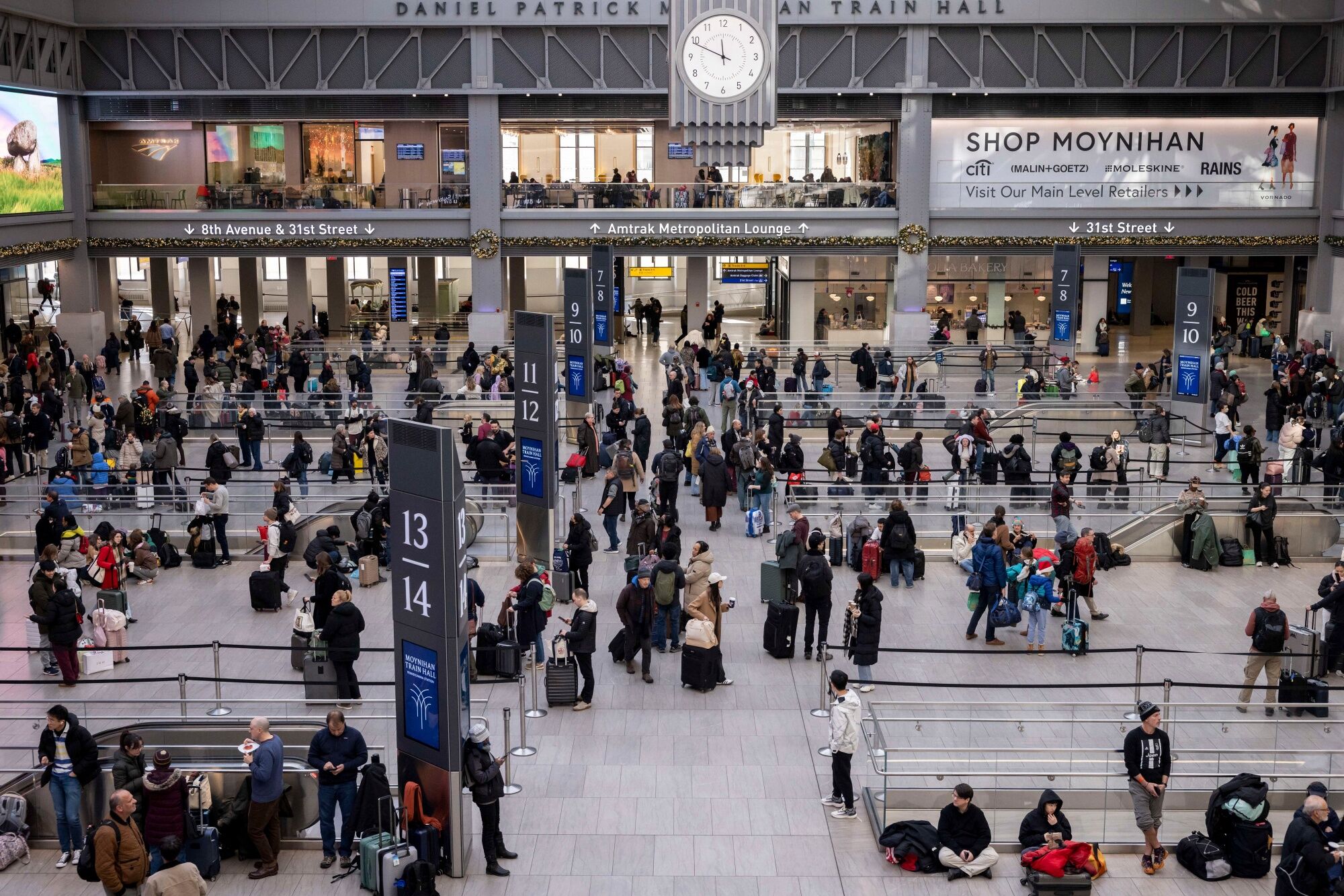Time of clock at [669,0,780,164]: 11:48
